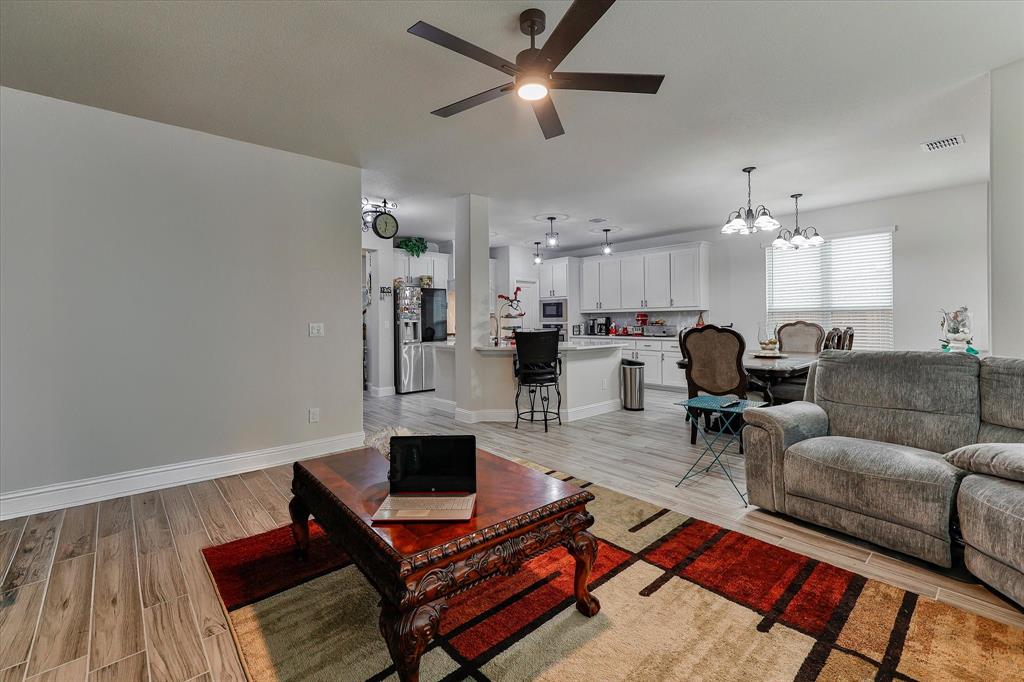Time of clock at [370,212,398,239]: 11:32
